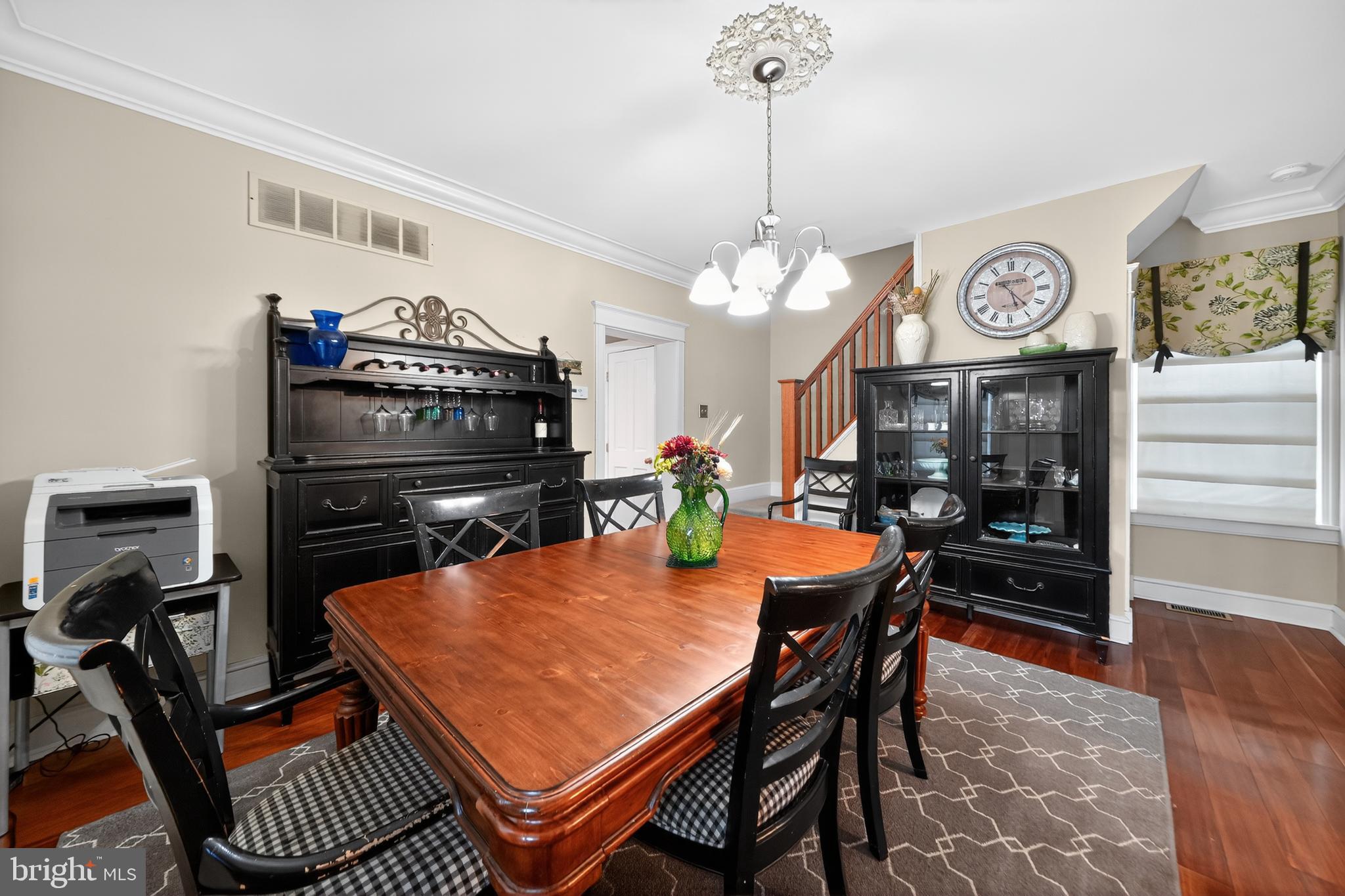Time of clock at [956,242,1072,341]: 5:23
